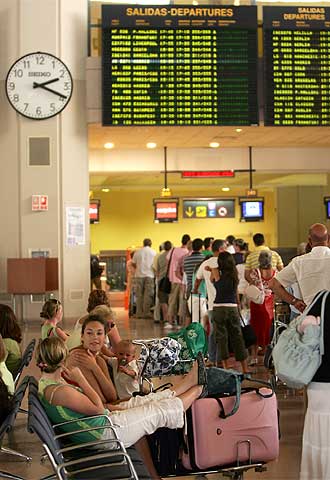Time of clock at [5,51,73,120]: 2:19
